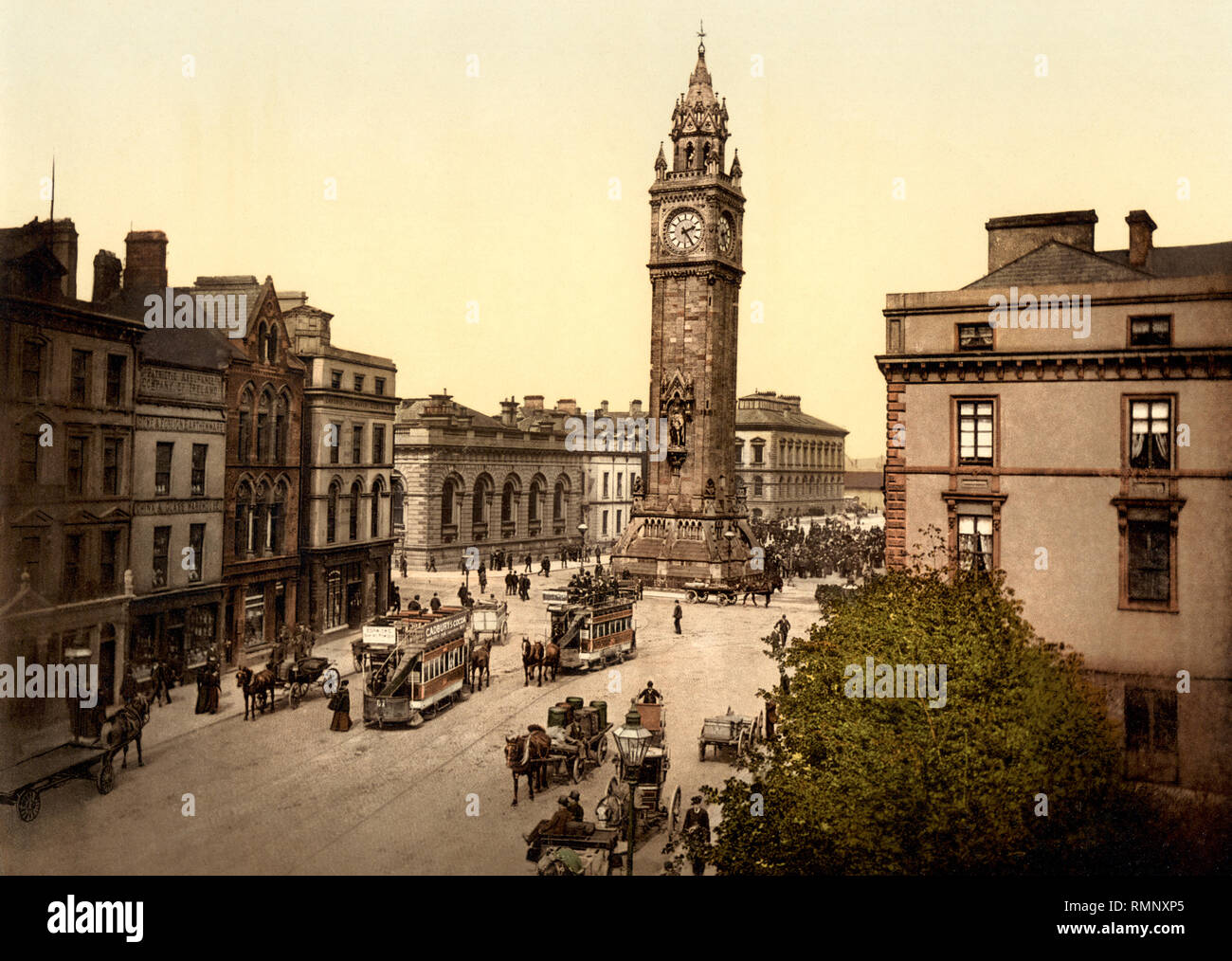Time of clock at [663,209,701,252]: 2:24
